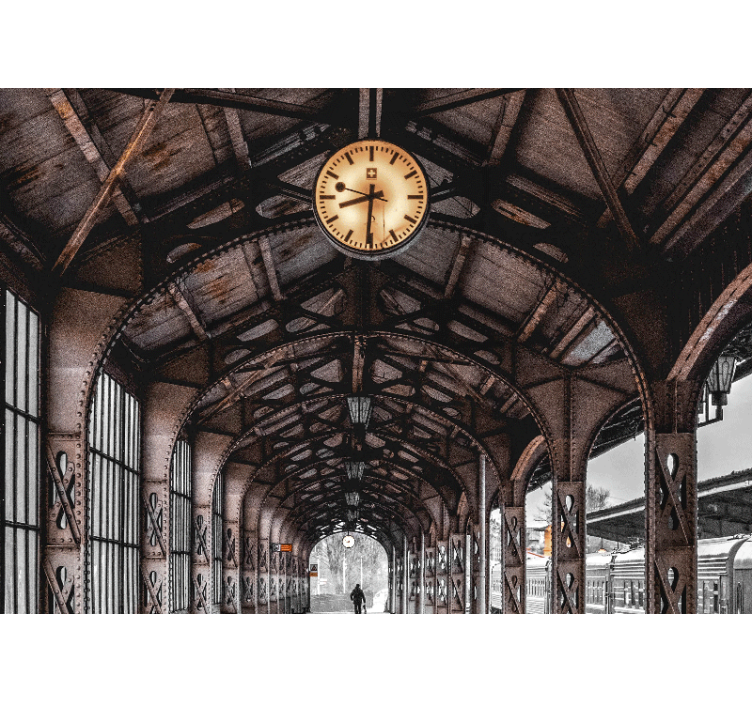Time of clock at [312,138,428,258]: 8:30
